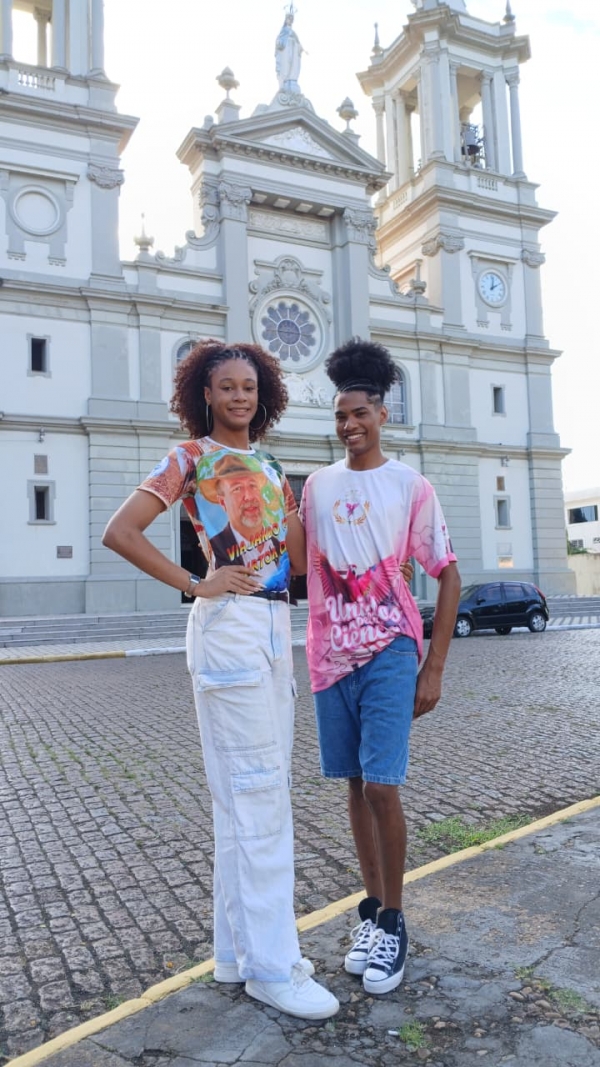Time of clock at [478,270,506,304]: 2:01
